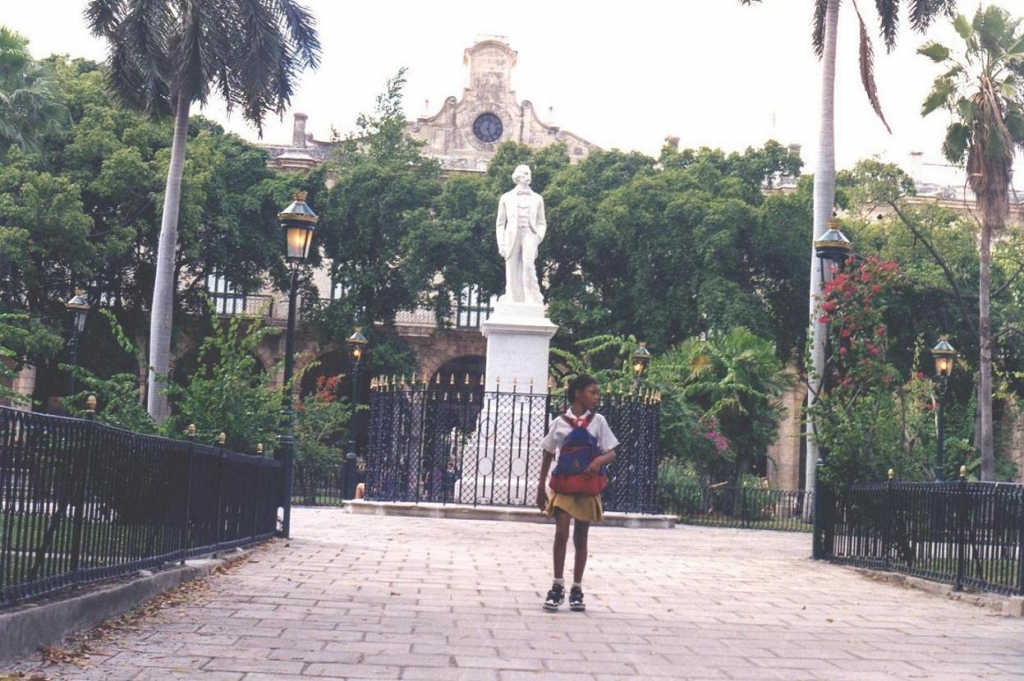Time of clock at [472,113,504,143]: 12:26
